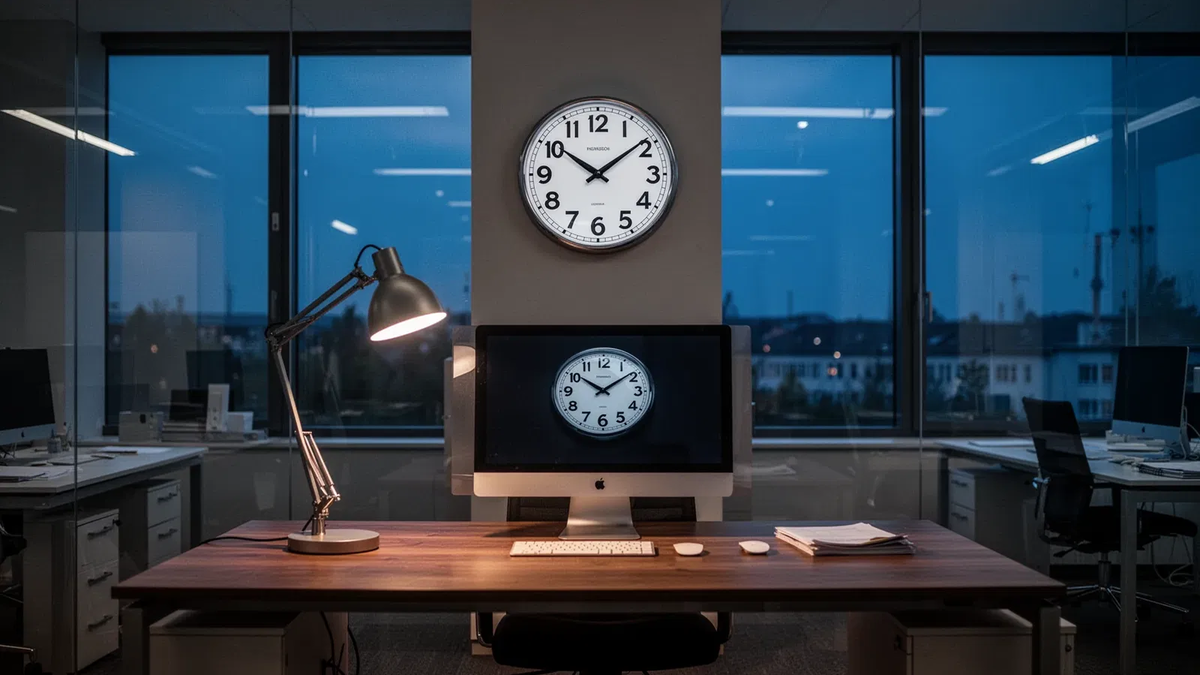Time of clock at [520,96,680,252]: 10:08
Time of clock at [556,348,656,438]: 10:08
